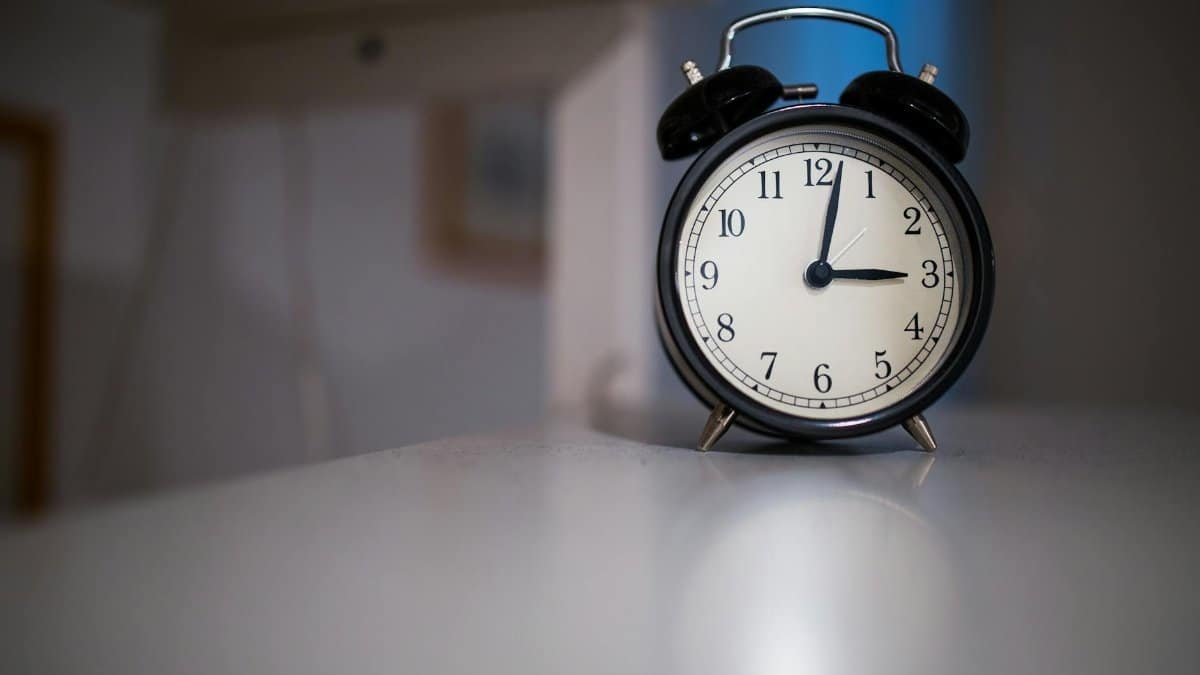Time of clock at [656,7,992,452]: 3:02
